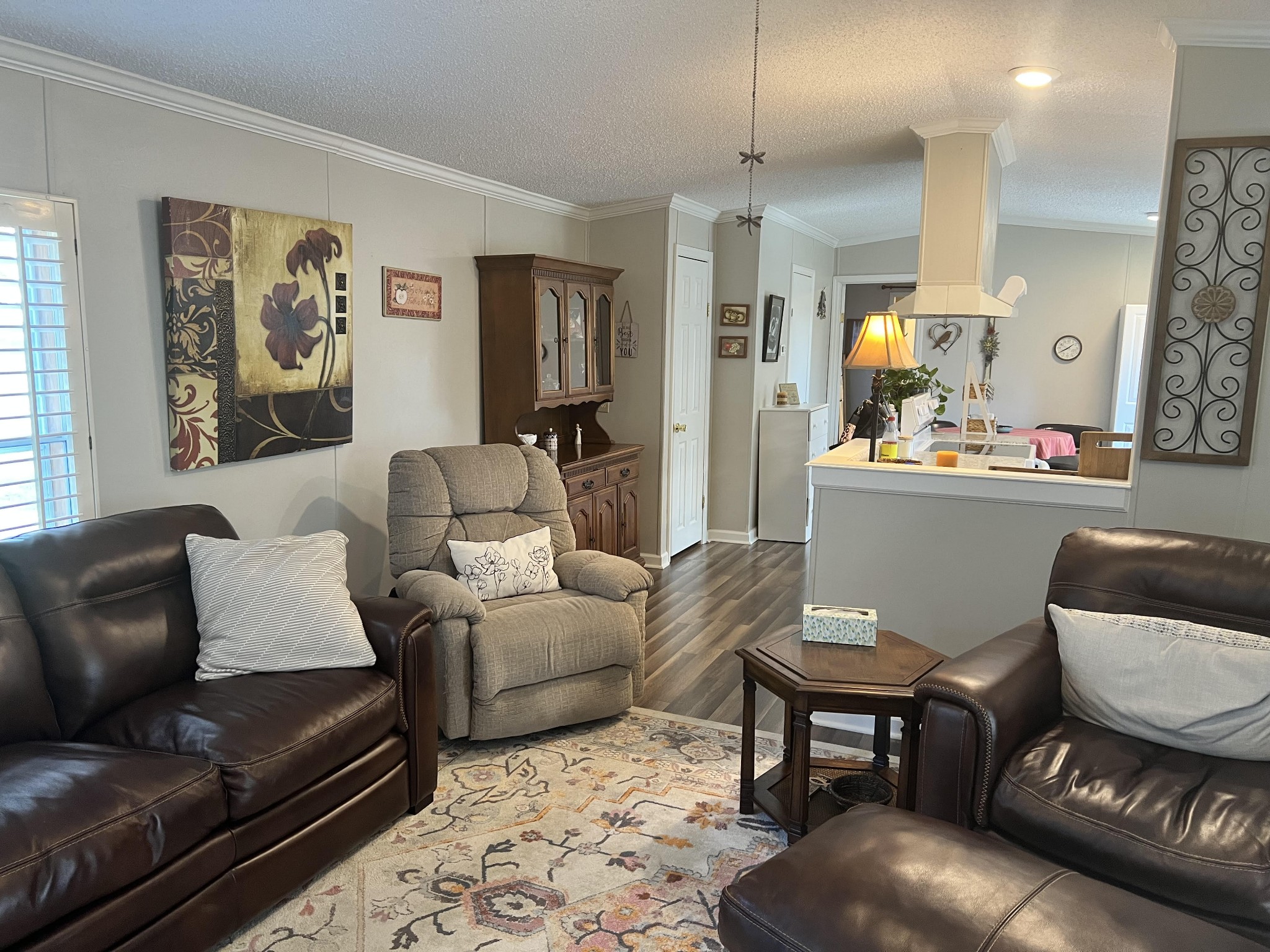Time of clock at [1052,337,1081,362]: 1:40
